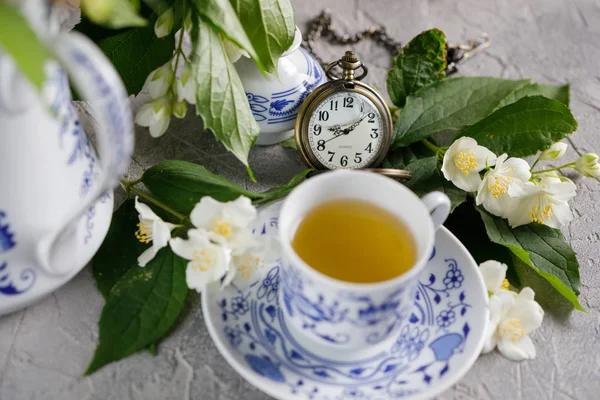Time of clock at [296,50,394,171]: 9:08
